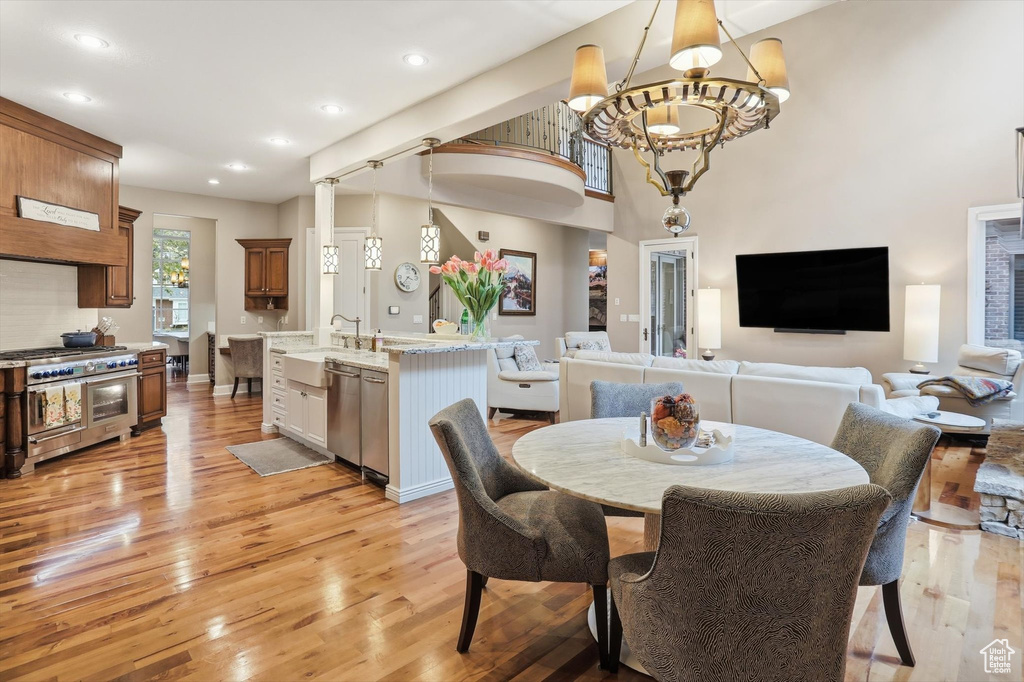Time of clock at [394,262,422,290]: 3:37
